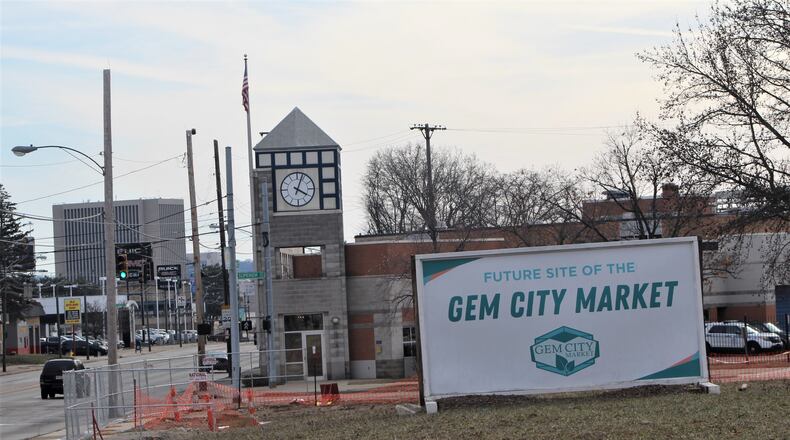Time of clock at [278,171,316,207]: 4:03
